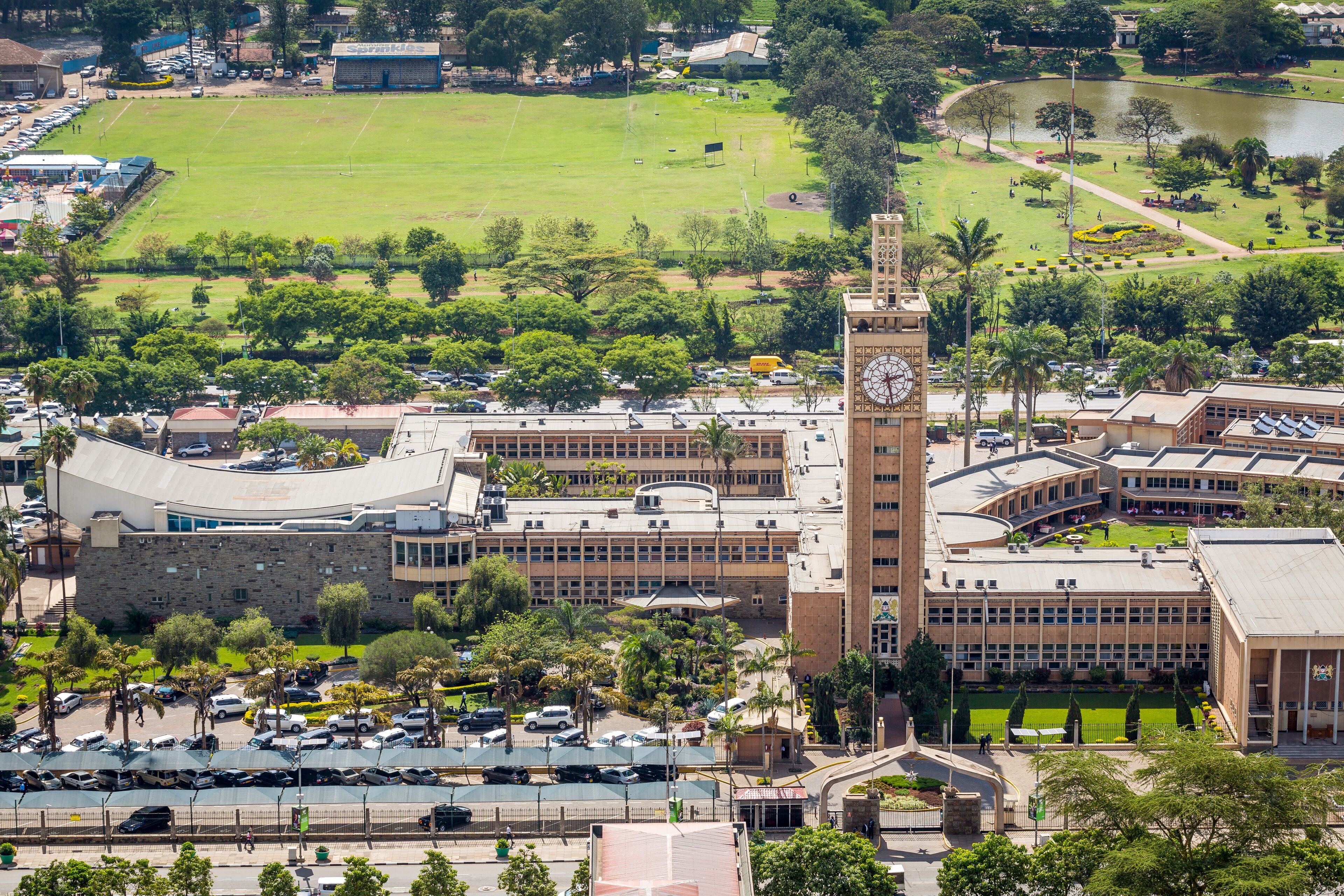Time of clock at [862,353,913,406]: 2:27
